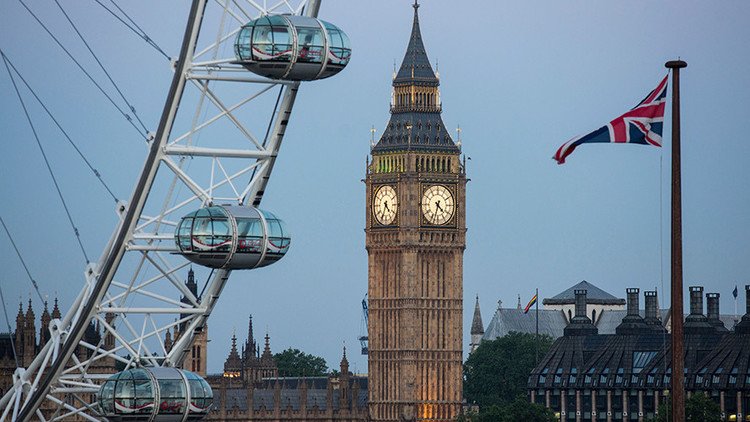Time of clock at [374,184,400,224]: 4:34
